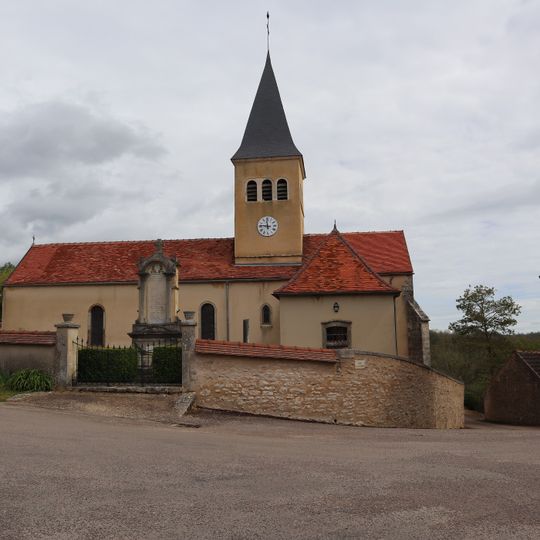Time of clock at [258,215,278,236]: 11:46
